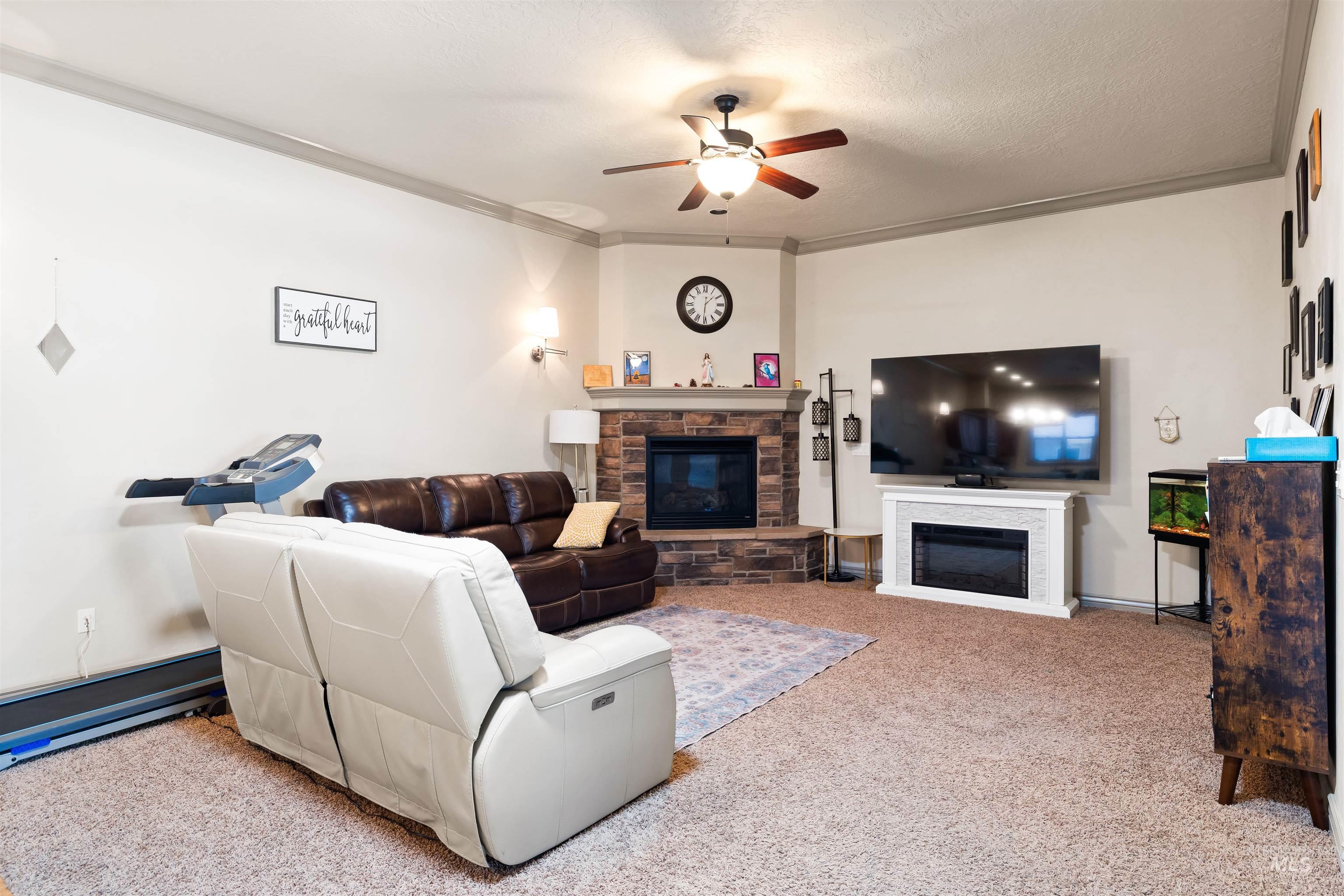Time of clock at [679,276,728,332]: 1:31
